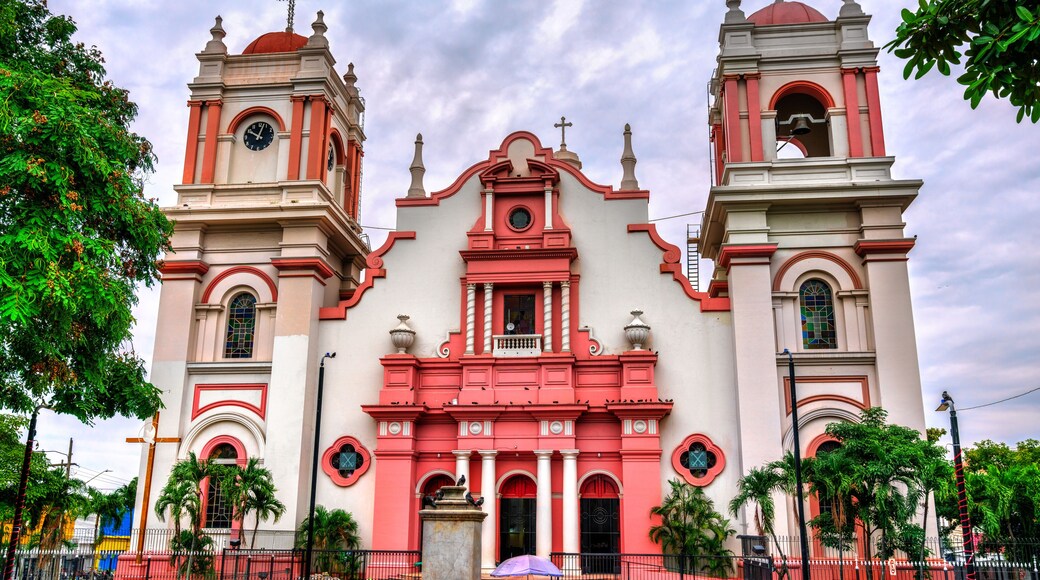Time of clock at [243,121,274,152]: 10:02
